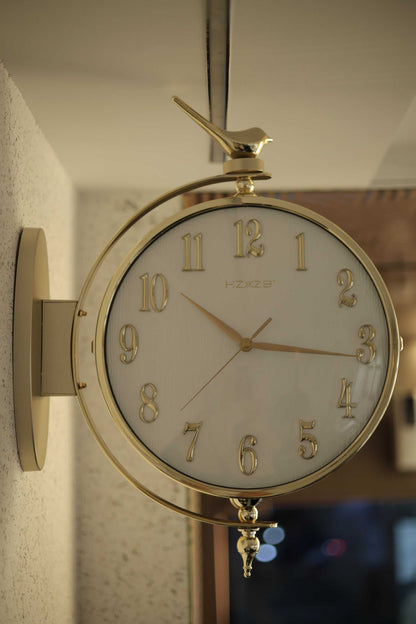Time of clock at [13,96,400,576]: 10:16
